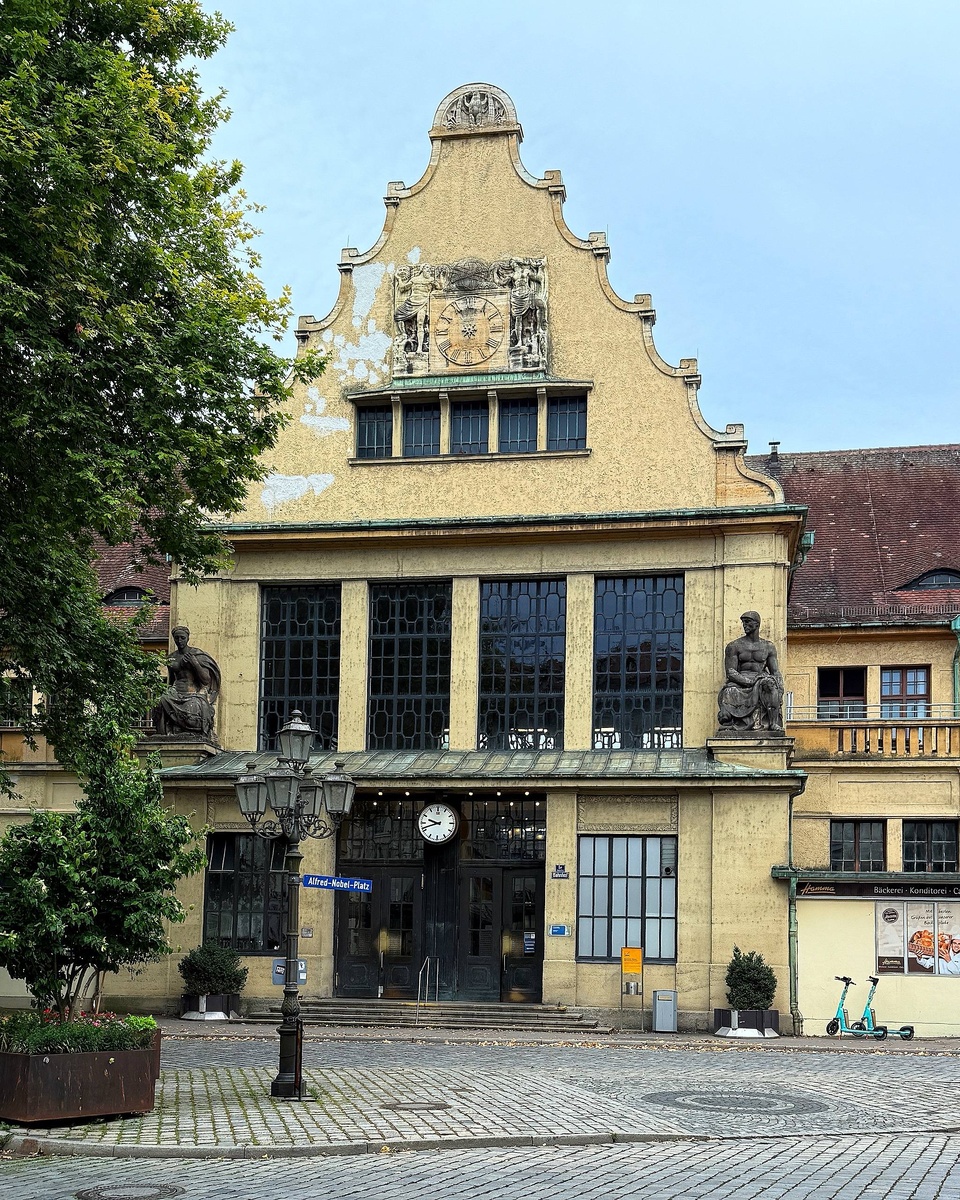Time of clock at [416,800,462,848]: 9:41
